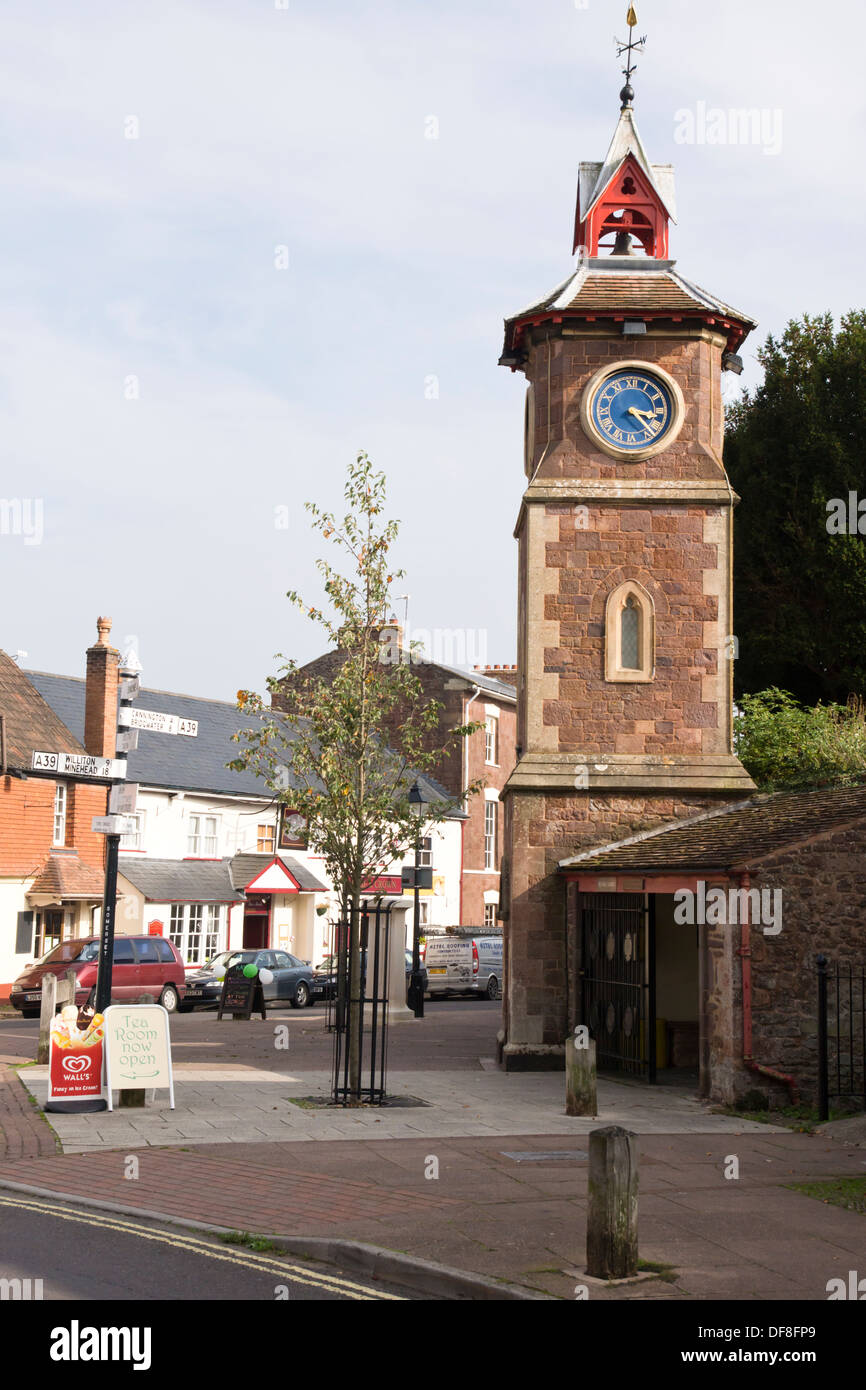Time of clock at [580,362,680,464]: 3:22
